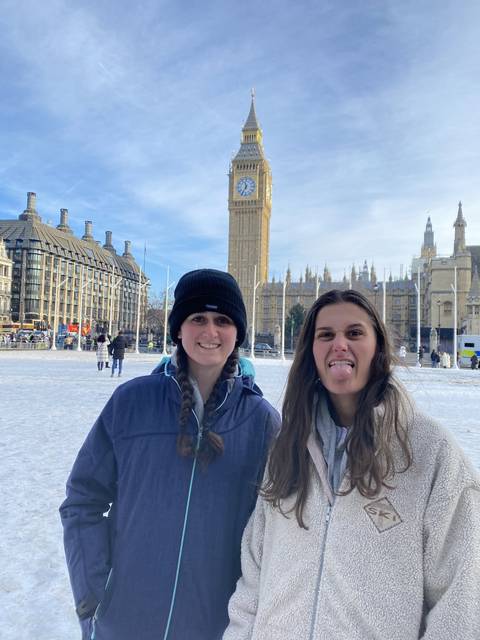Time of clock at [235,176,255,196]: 11:35
